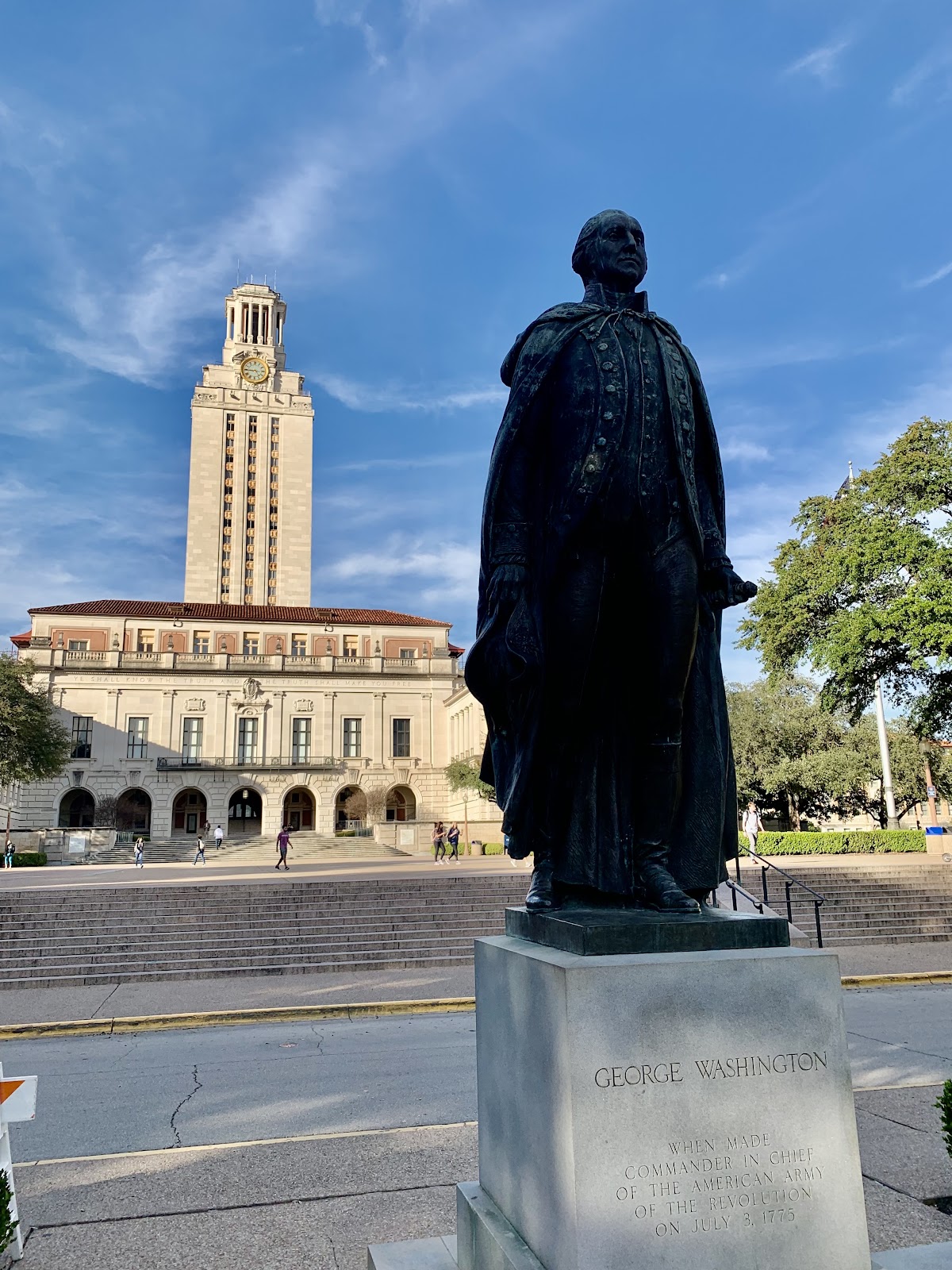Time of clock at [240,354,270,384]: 4:45
